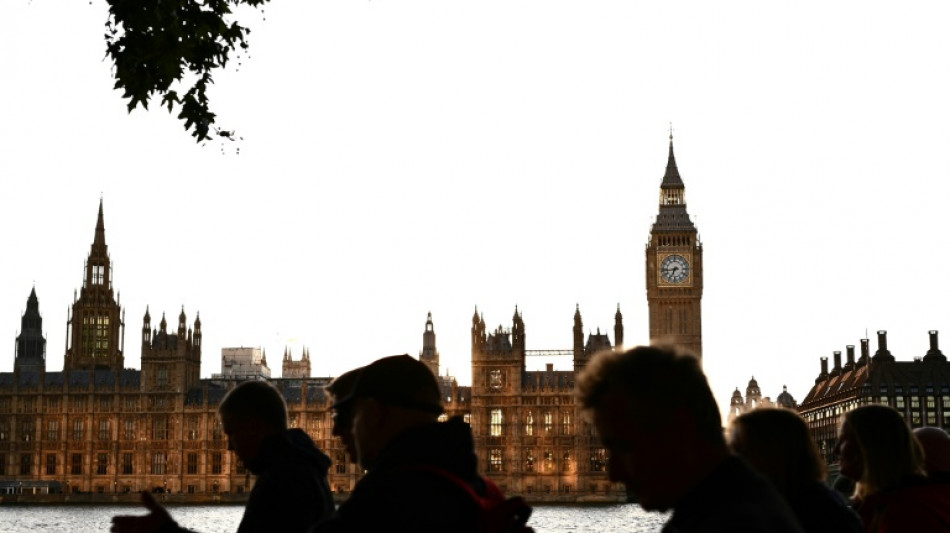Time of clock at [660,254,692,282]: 6:43
